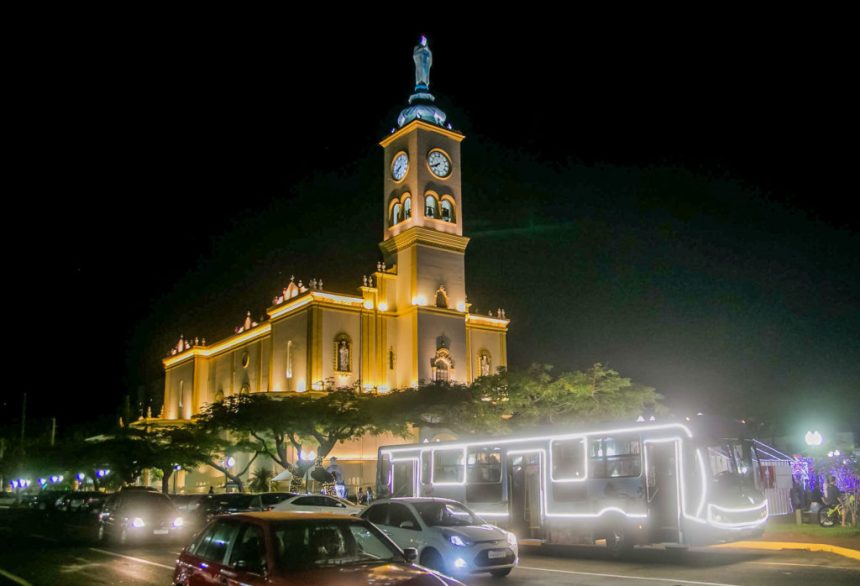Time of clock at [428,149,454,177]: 7:40
